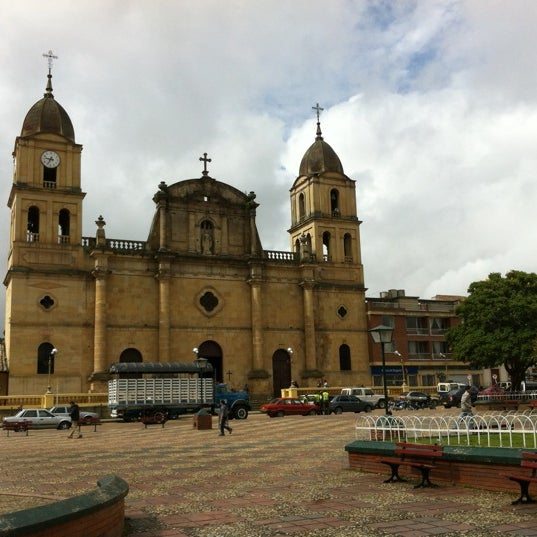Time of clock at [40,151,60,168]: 9:34
